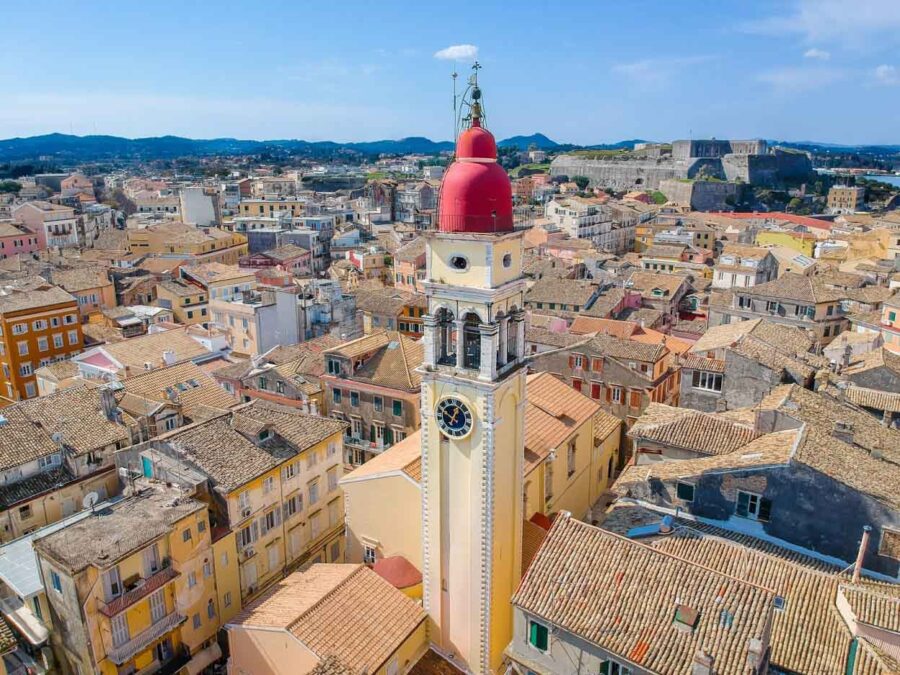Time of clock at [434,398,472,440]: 12:49
